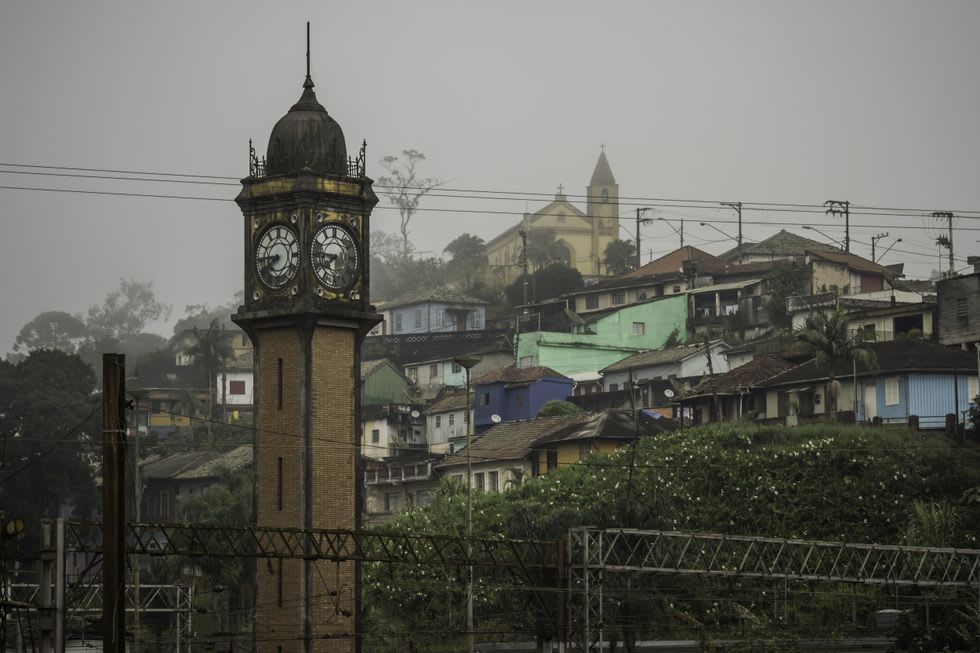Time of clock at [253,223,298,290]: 7:44
